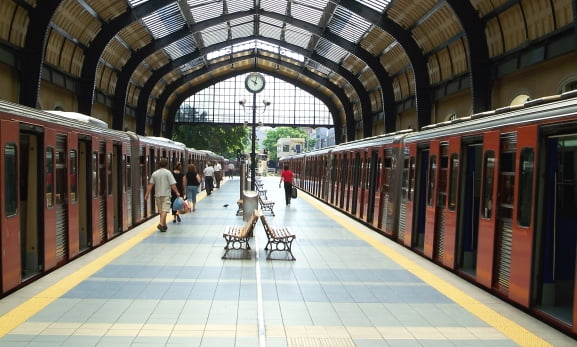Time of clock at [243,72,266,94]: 10:00
